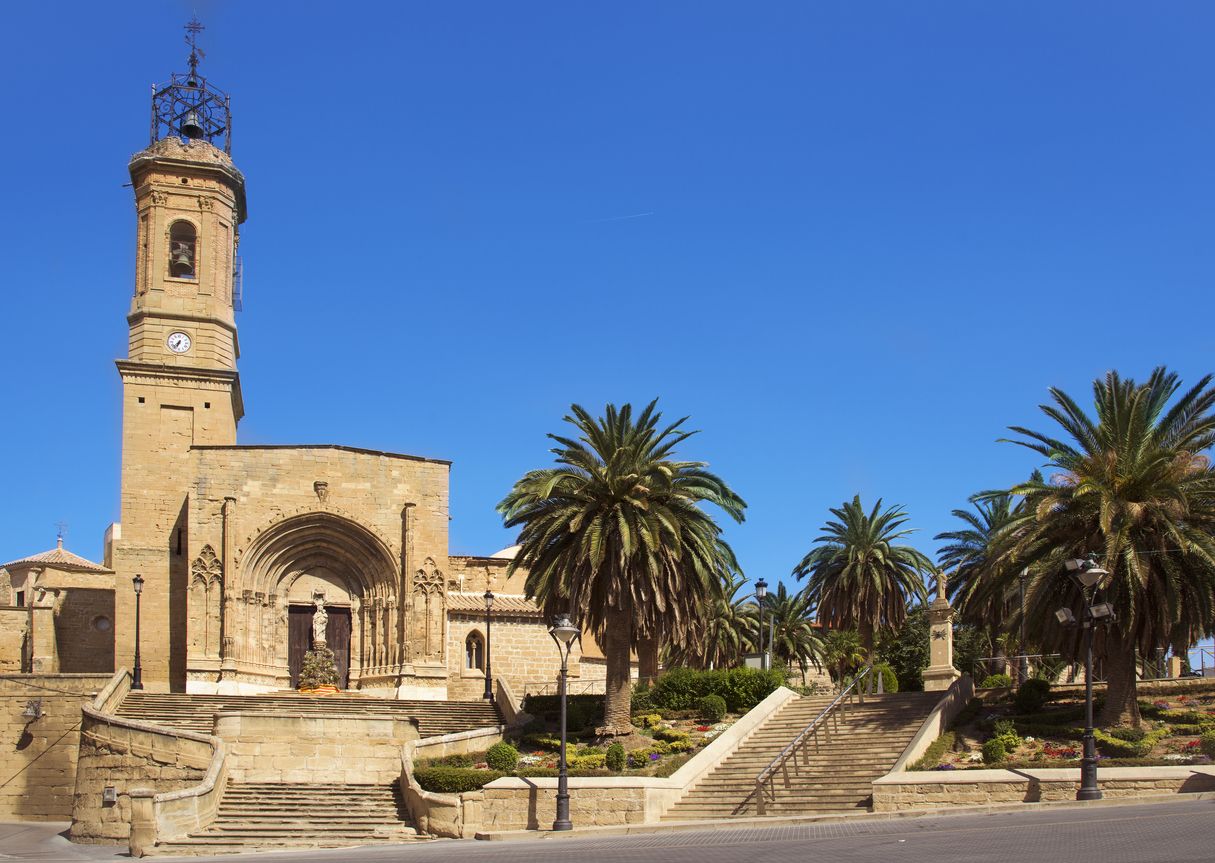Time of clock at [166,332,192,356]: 6:36
